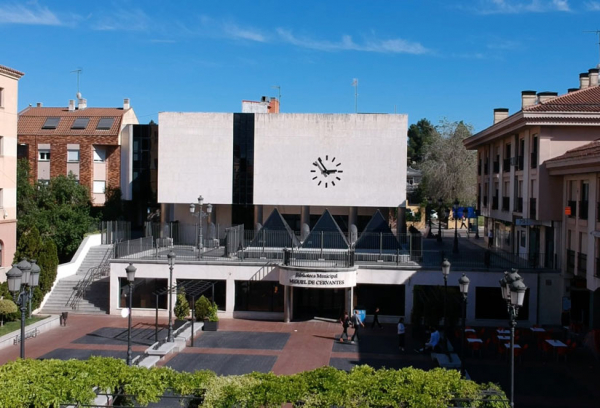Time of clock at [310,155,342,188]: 2:54
